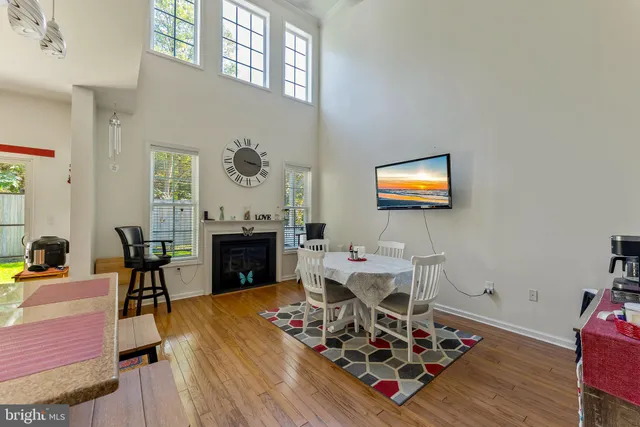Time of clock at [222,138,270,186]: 3:17
